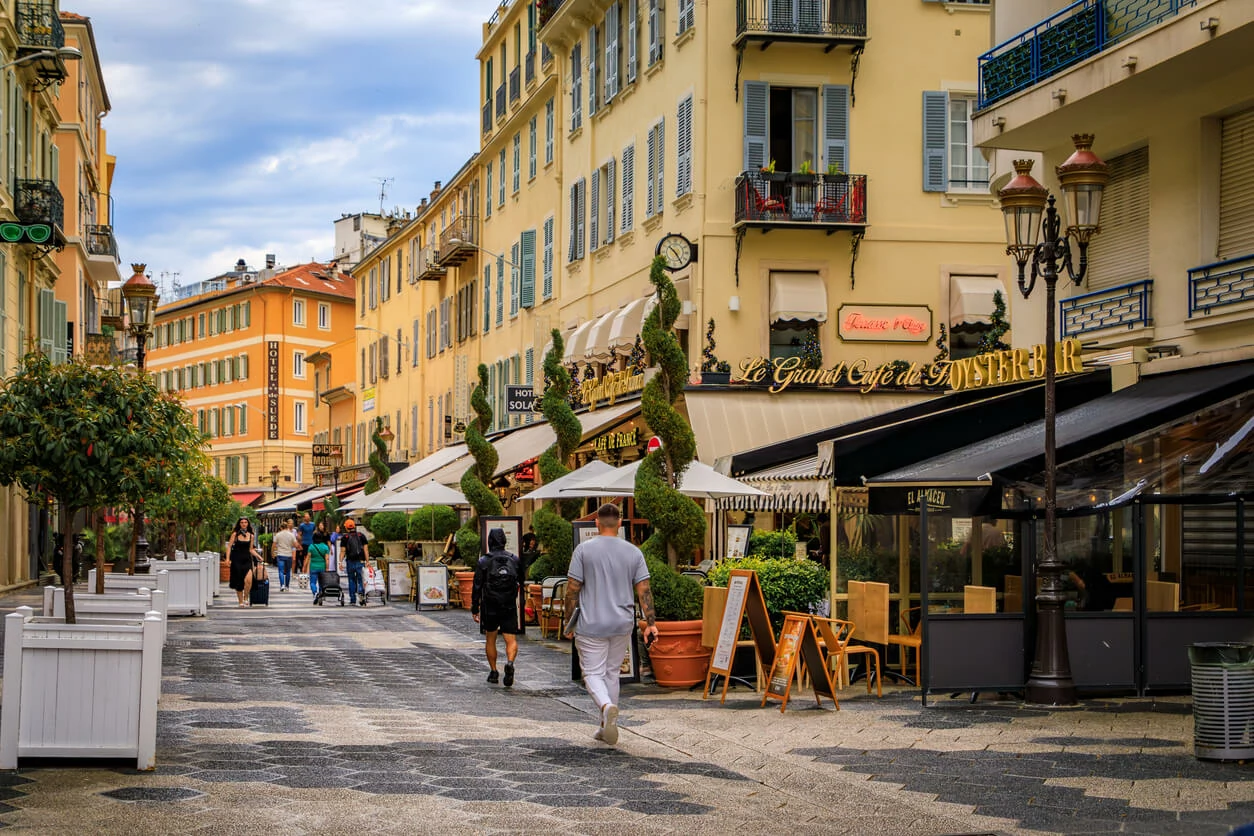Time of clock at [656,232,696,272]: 10:24
